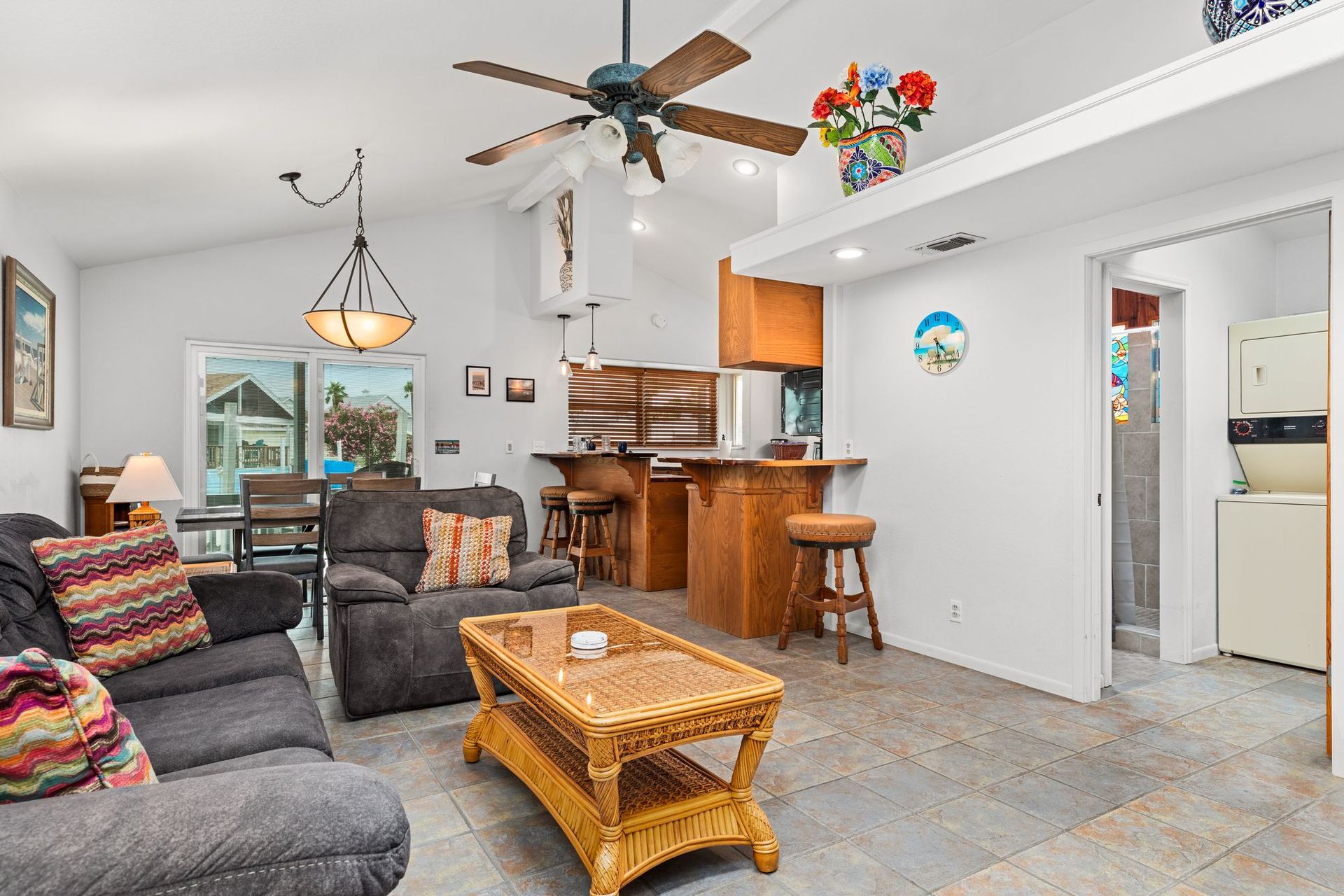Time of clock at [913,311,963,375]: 4:30
